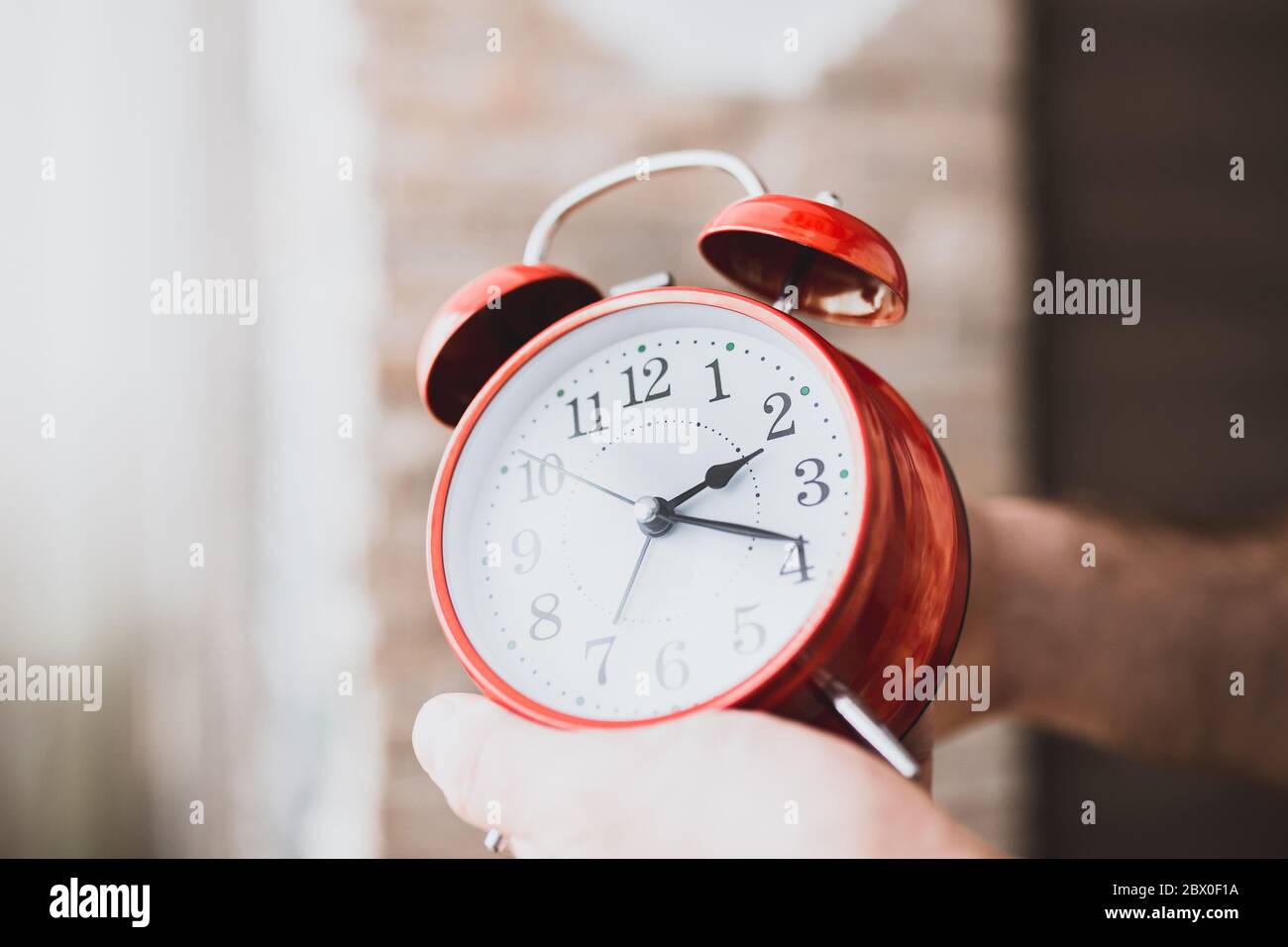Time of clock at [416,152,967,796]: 2:18
